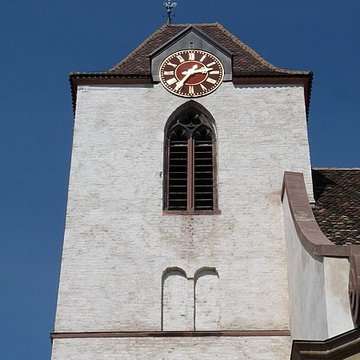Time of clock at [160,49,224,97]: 2:36
